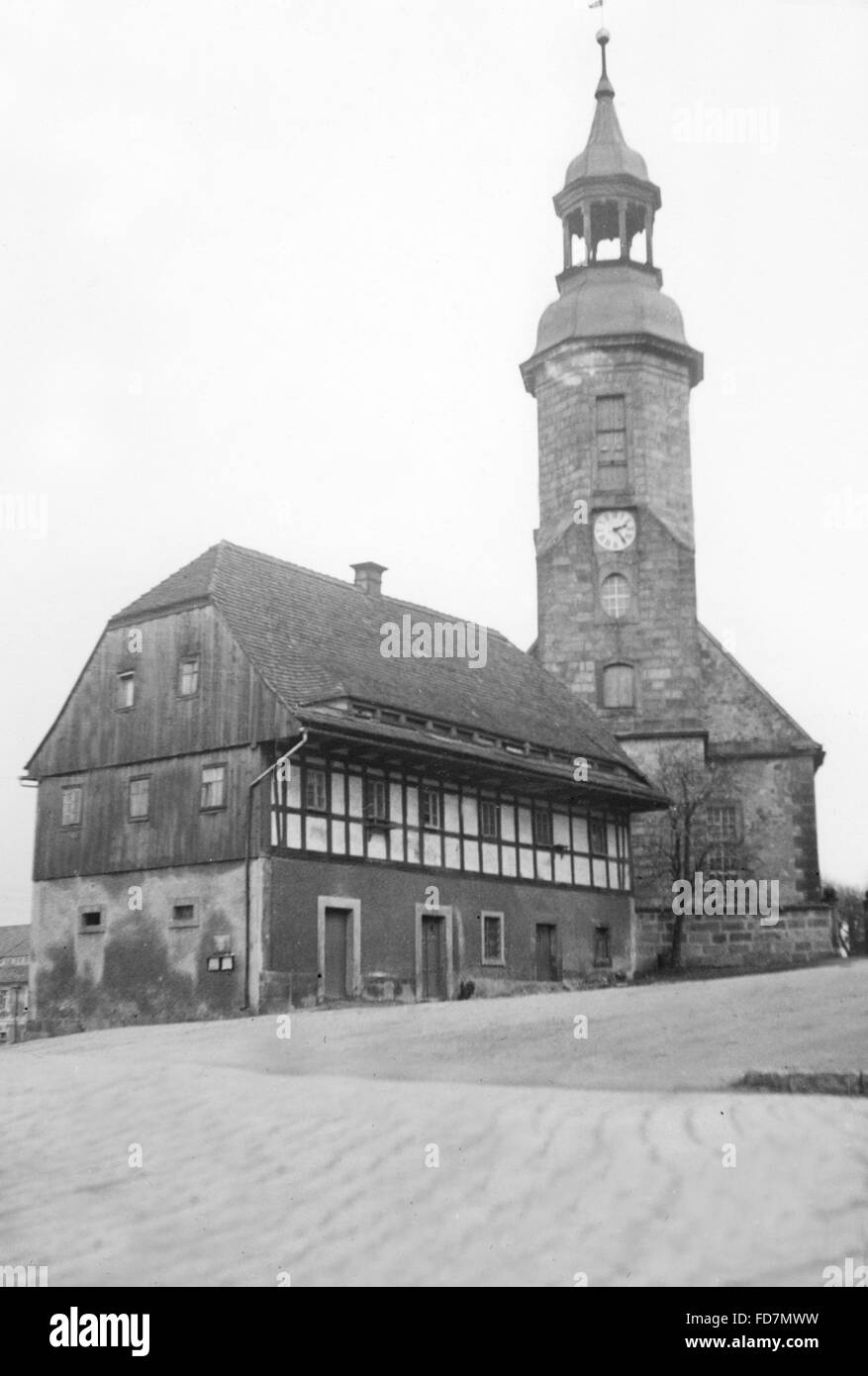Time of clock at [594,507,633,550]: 2:23
